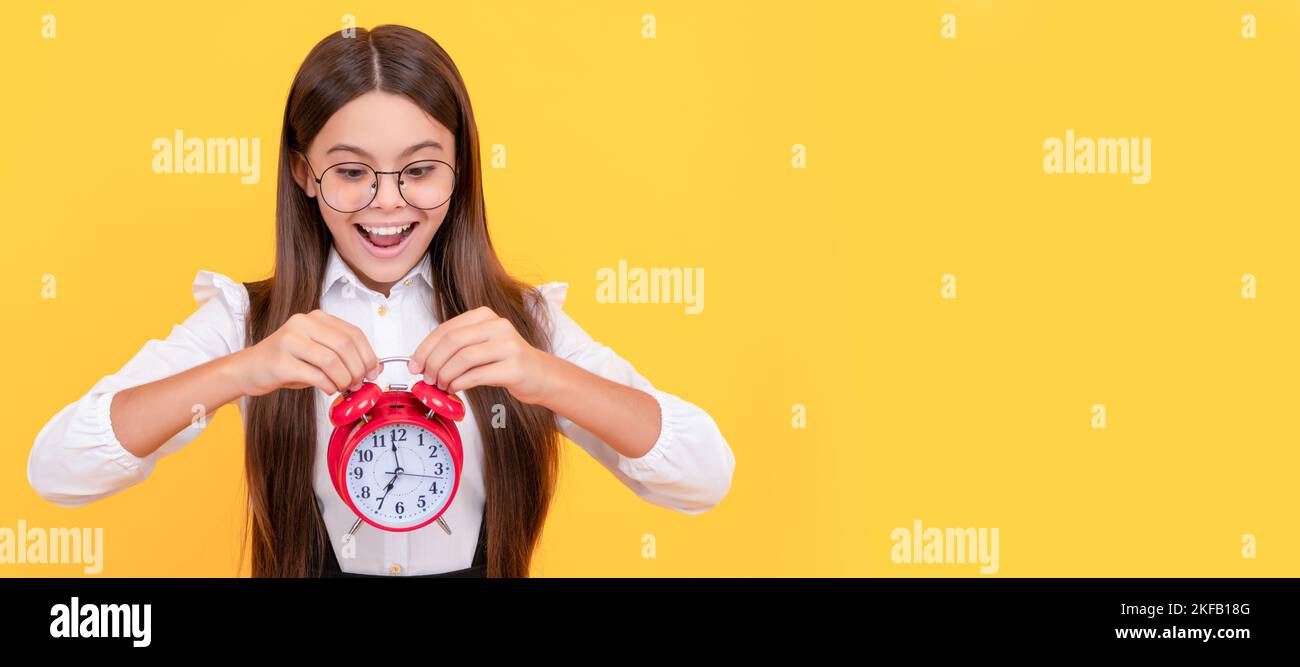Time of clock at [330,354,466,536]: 6:58
